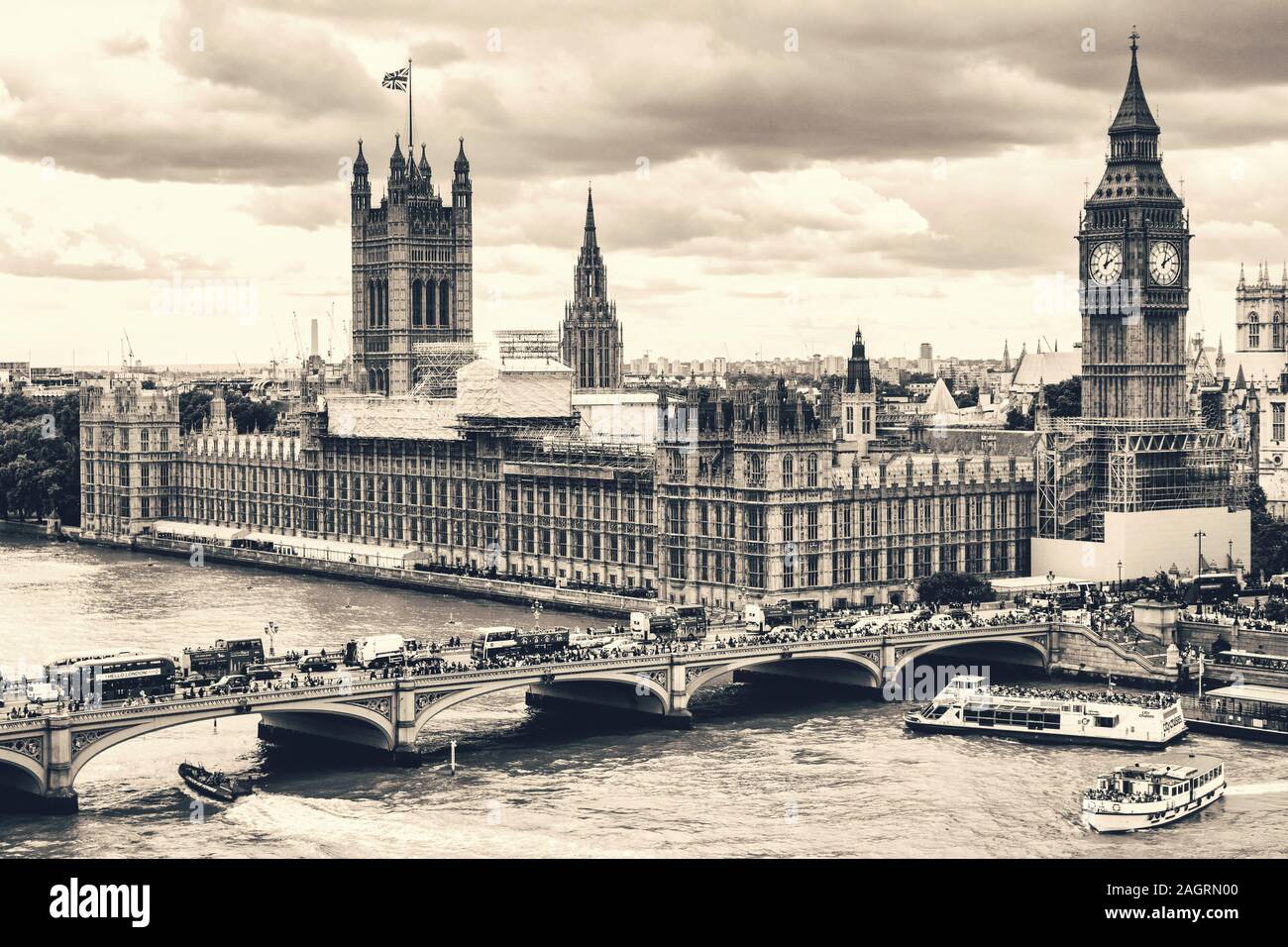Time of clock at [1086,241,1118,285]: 2:02
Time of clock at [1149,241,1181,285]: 2:02
